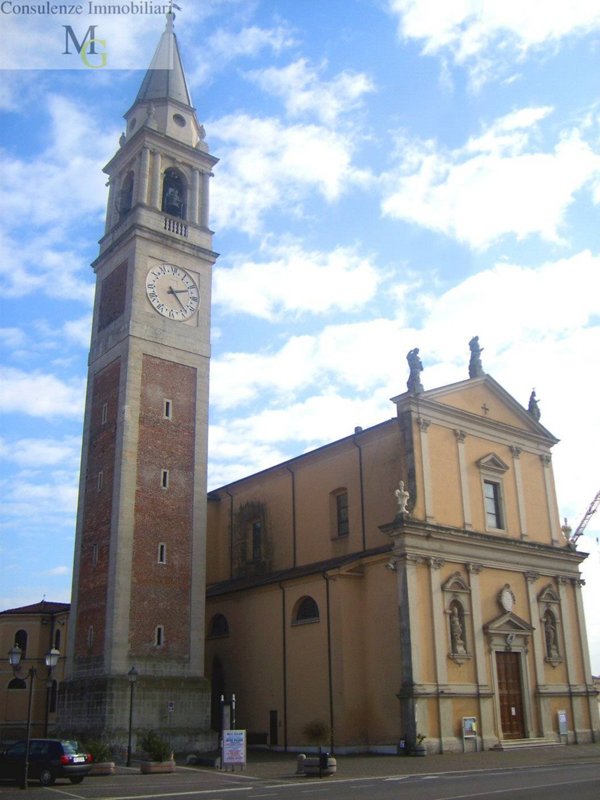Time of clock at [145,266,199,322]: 2:23
